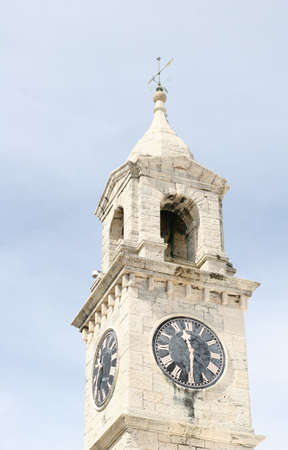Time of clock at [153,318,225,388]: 11:30
